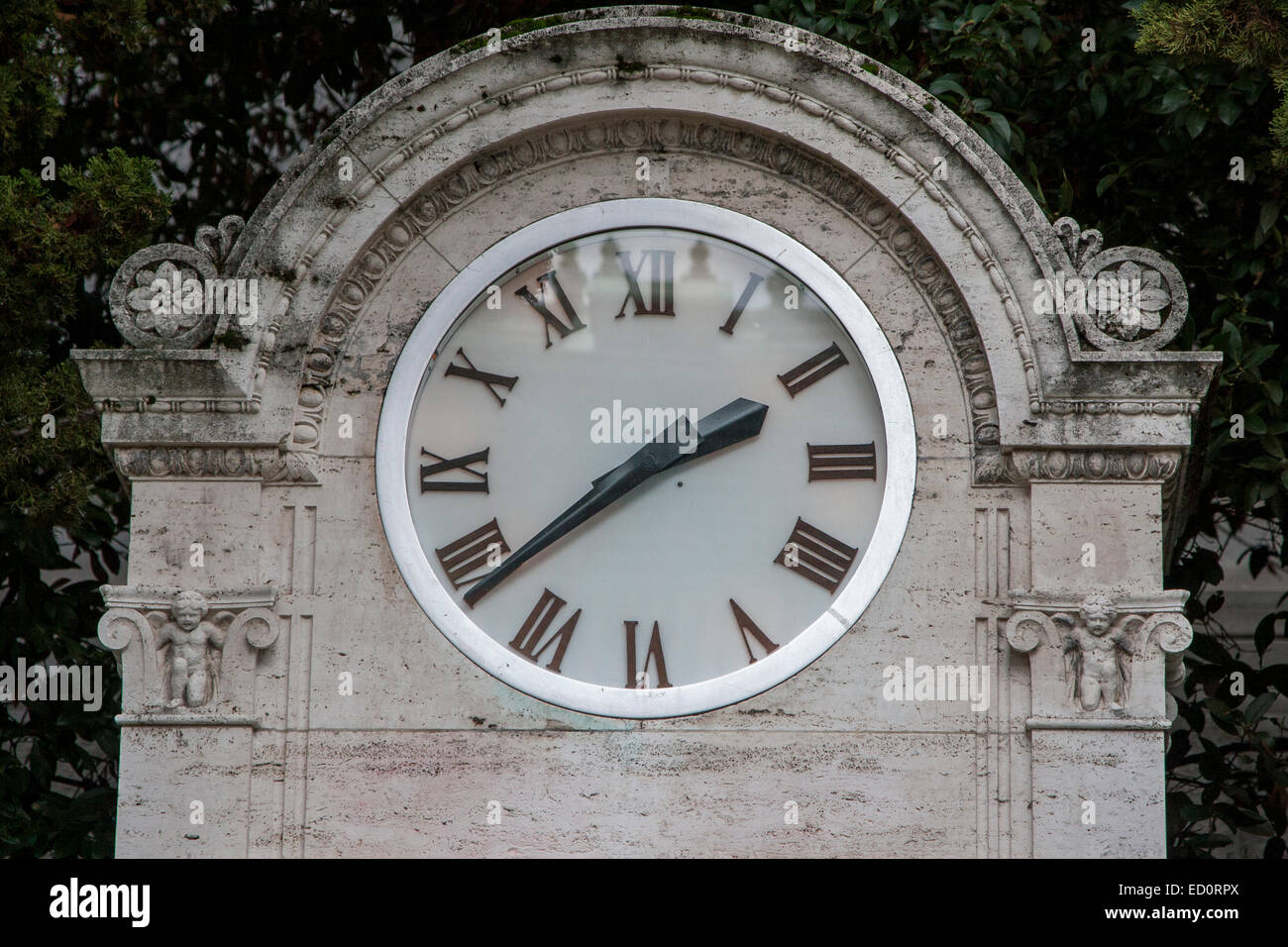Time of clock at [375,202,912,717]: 2:38
